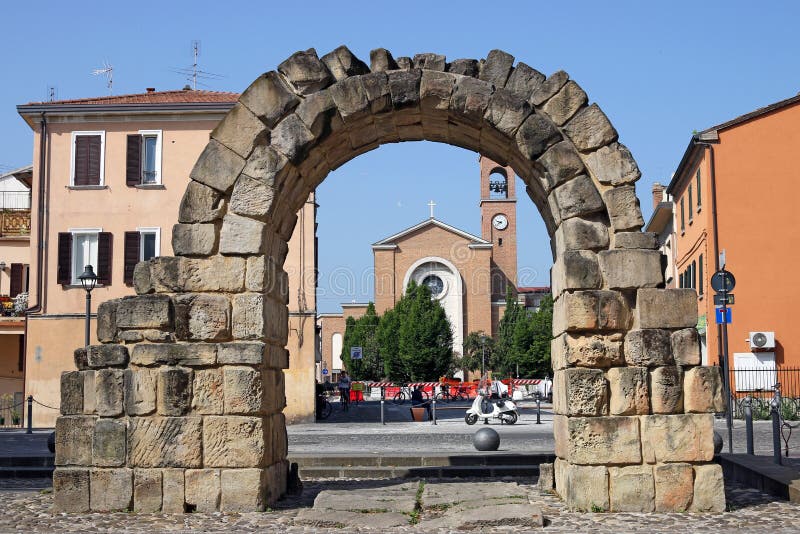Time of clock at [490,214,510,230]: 9:38
